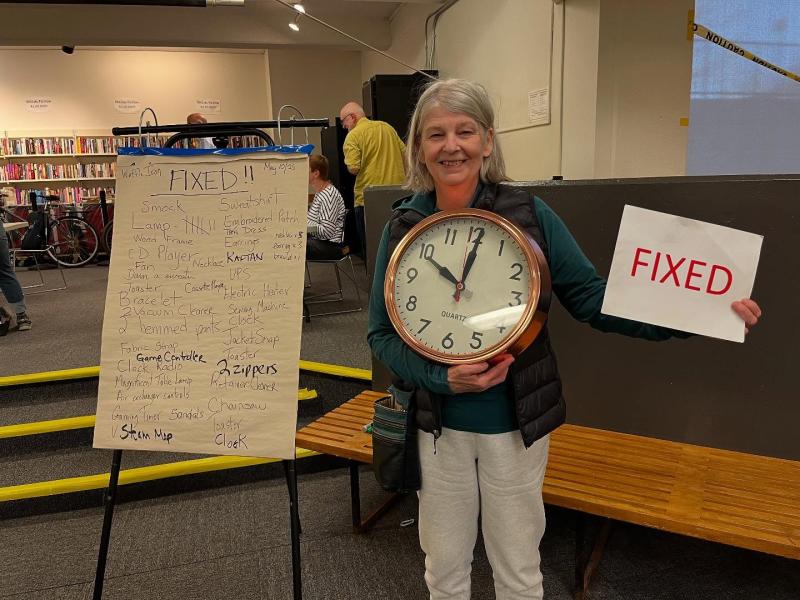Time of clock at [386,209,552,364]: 10:00
